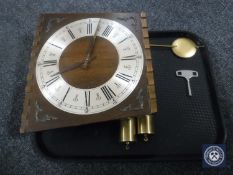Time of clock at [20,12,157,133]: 8:03
